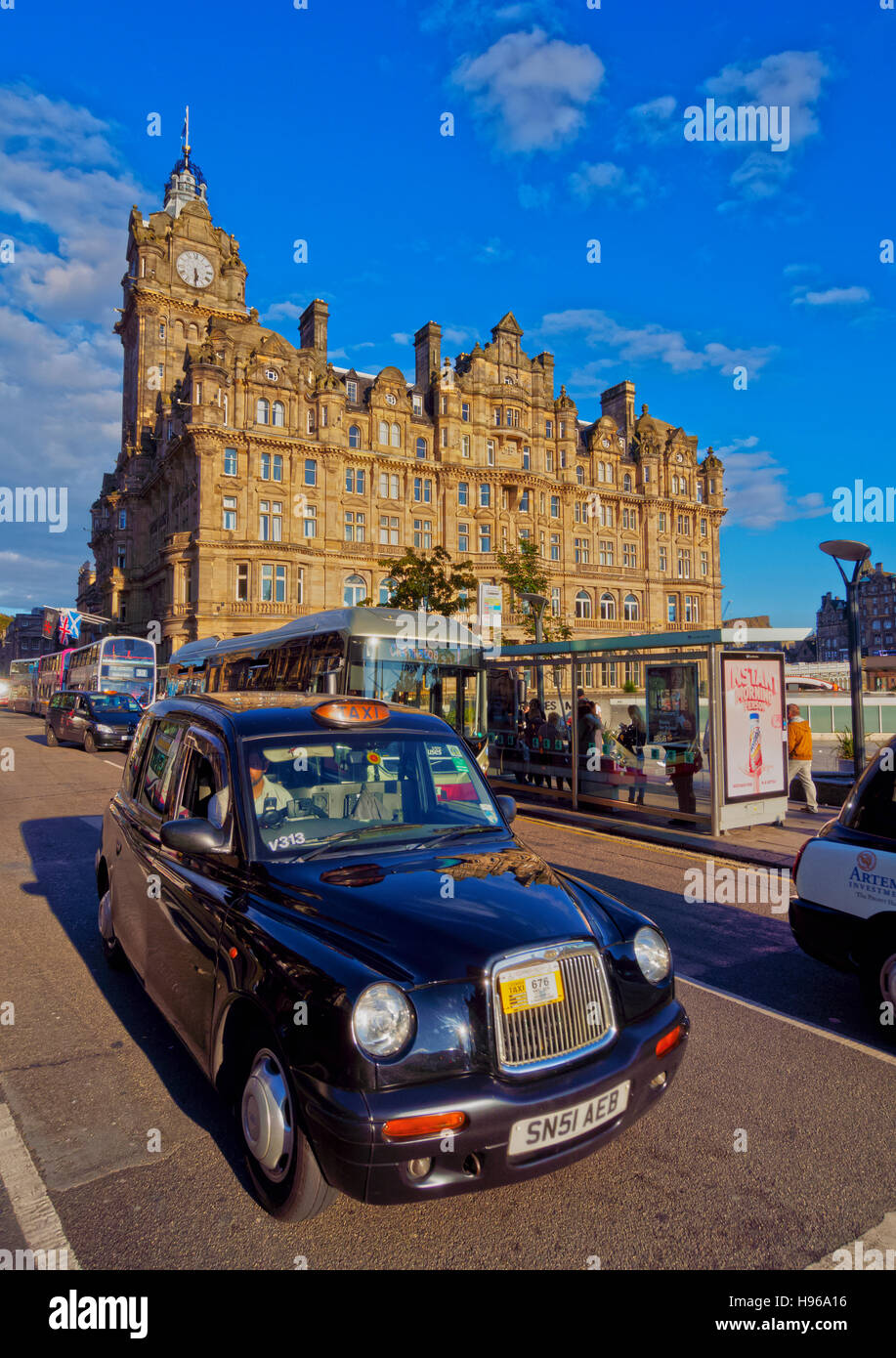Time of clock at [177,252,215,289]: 5:29
